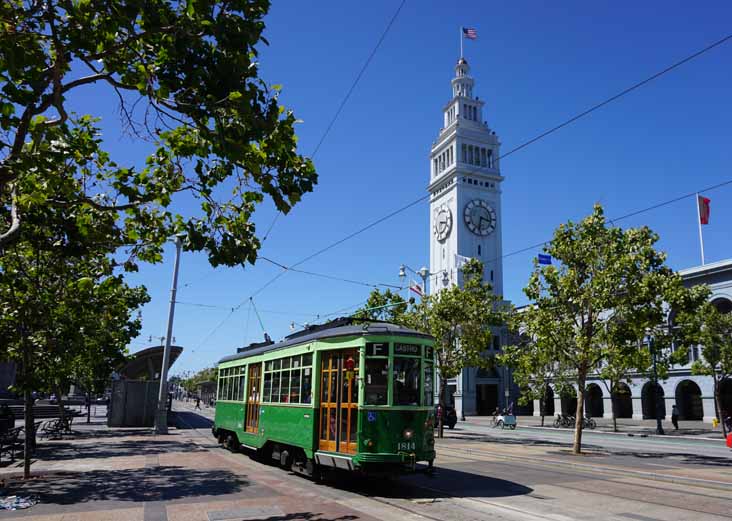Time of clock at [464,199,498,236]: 3:32
